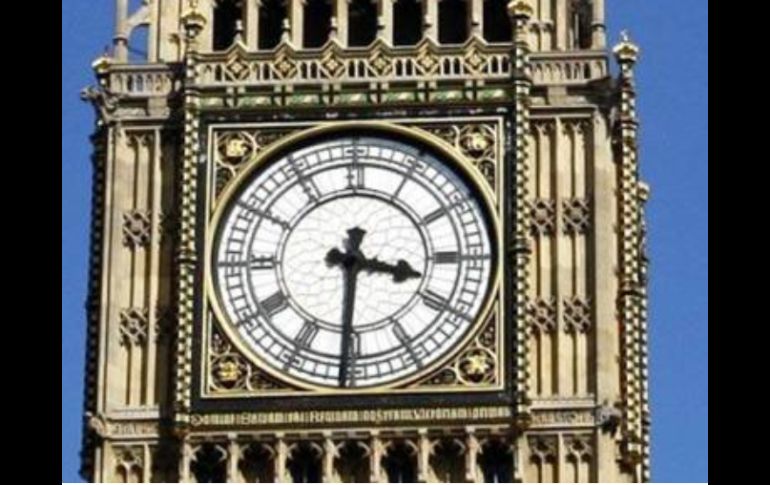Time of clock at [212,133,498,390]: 3:30
